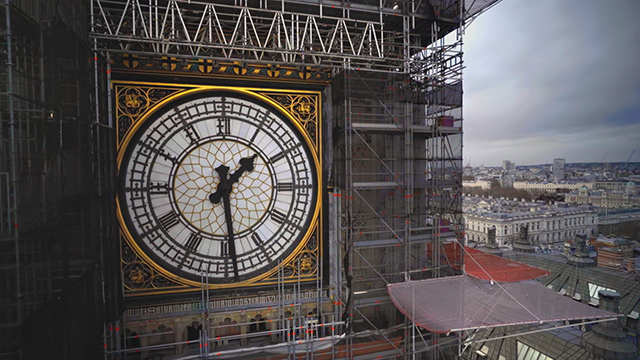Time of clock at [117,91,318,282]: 1:28
